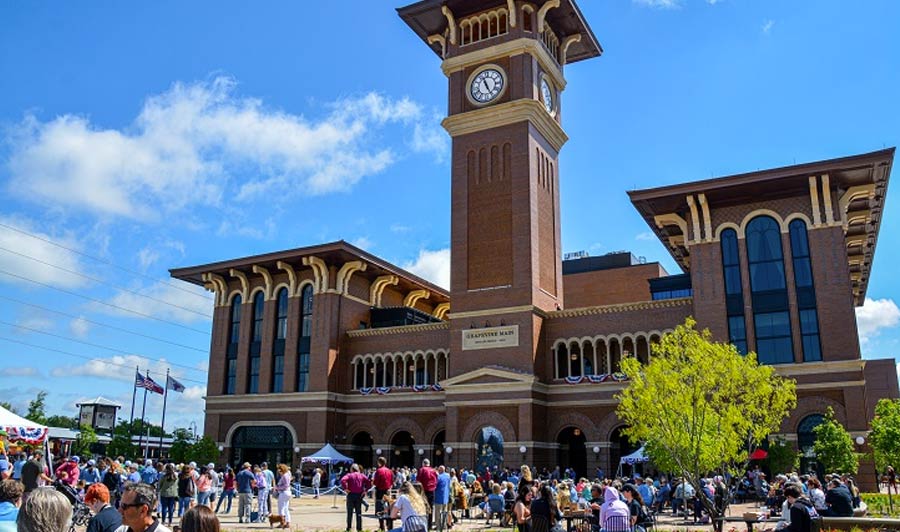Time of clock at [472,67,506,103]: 11:25
